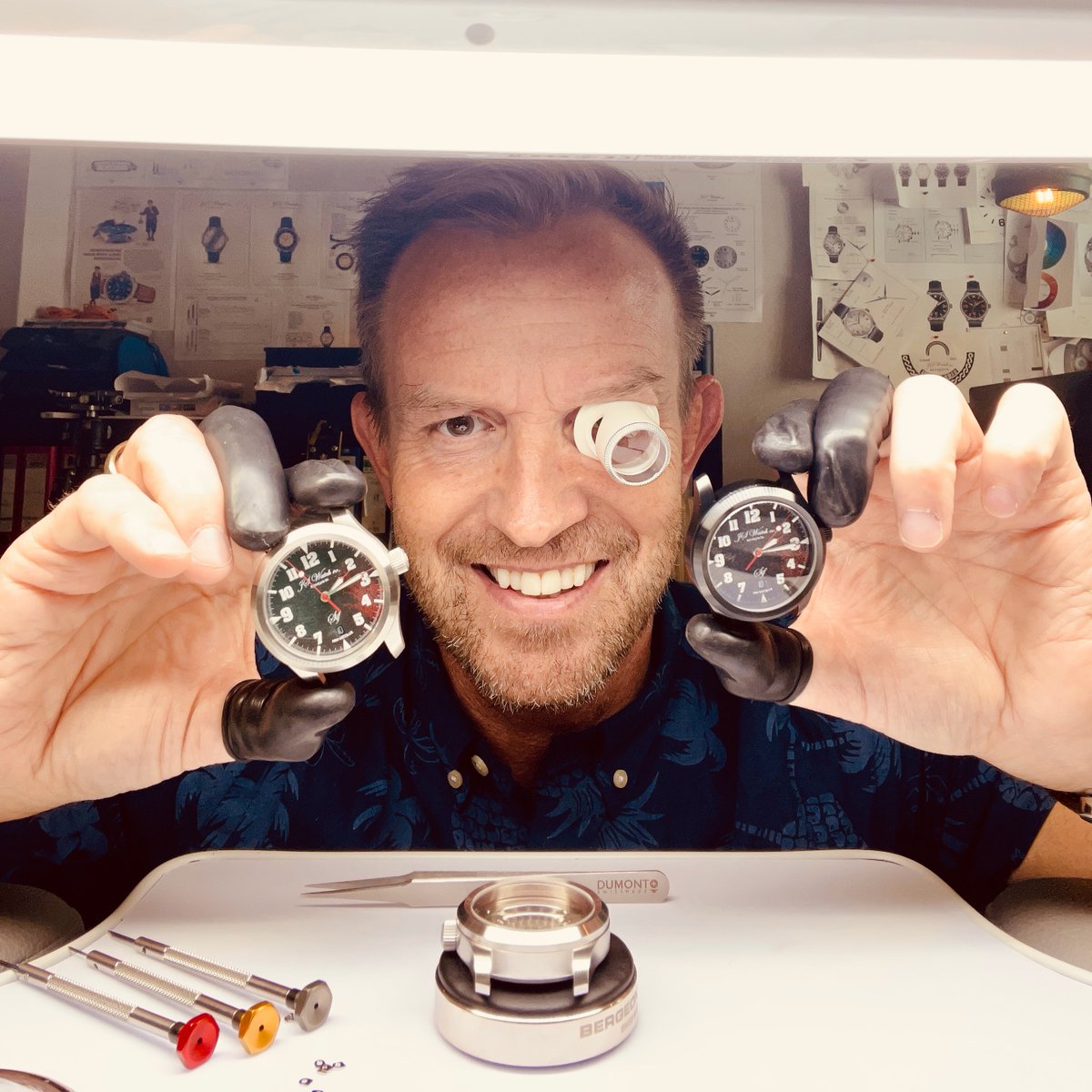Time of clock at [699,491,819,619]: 2:15
